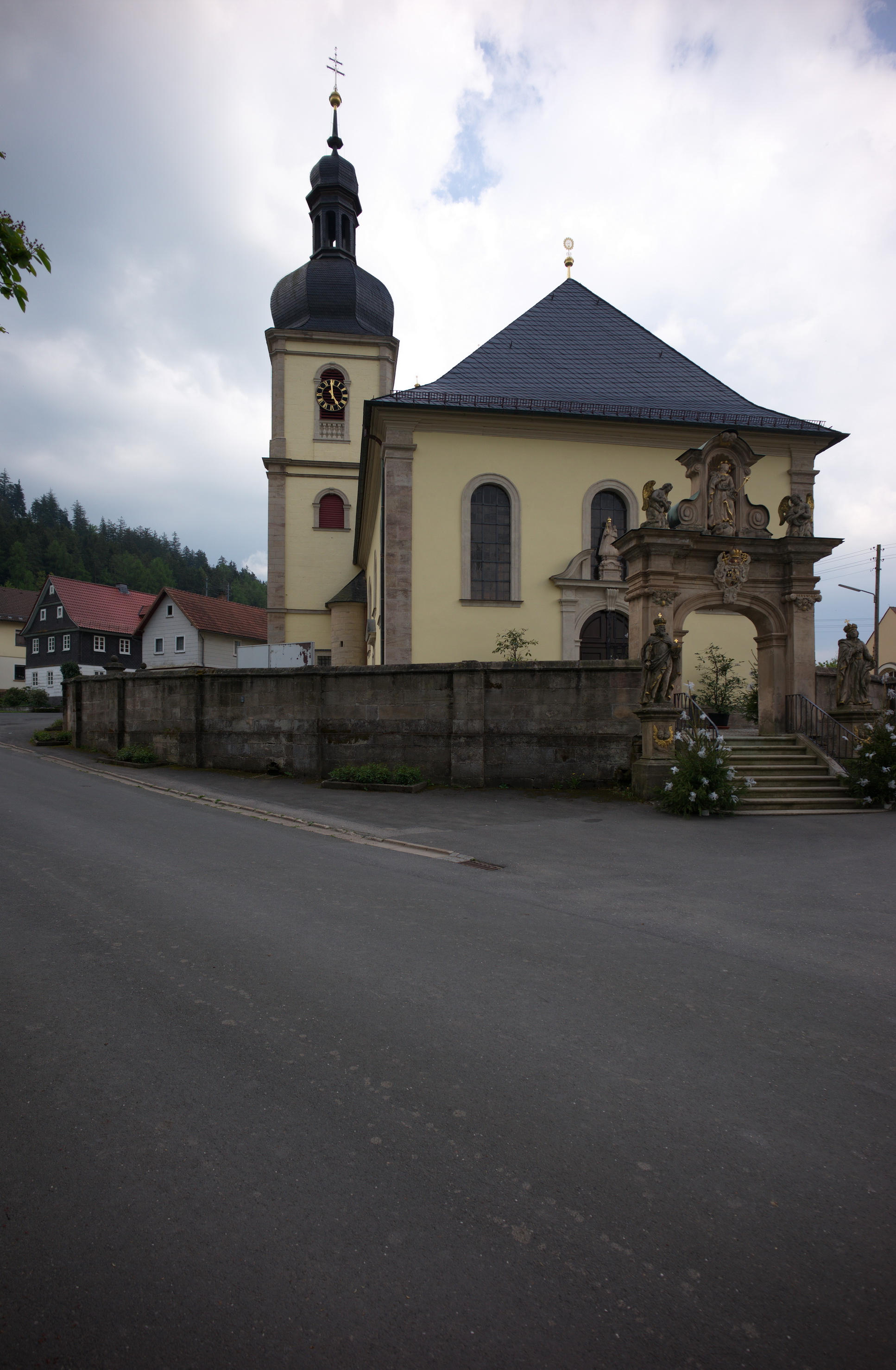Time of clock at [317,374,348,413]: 4:59
